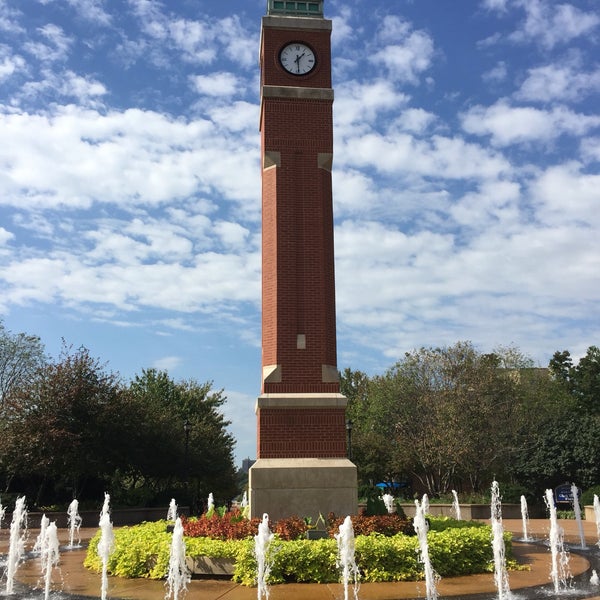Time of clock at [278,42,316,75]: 1:29
